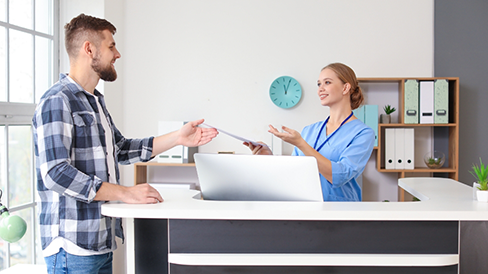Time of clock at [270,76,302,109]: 12:04
